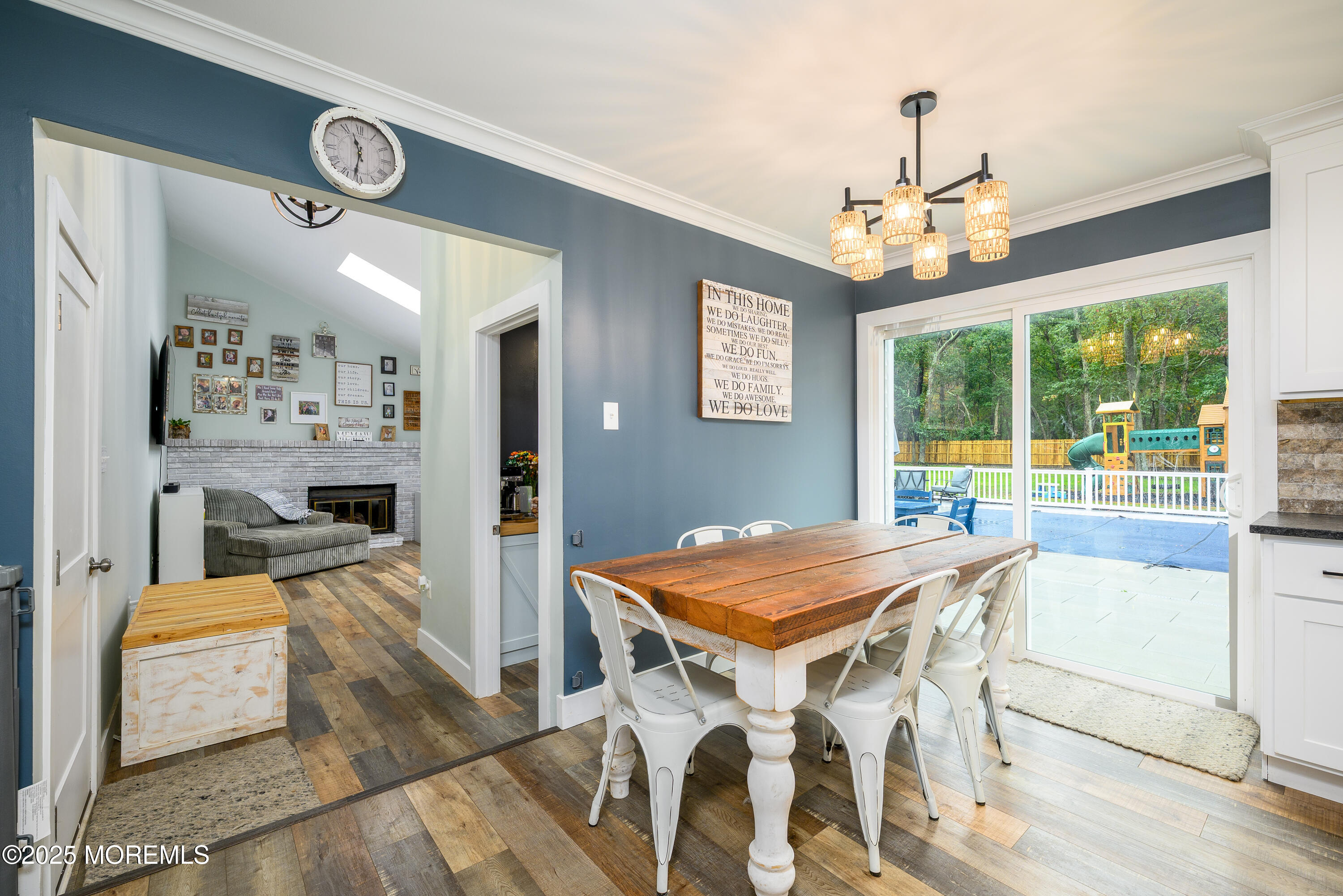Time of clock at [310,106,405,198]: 11:31
